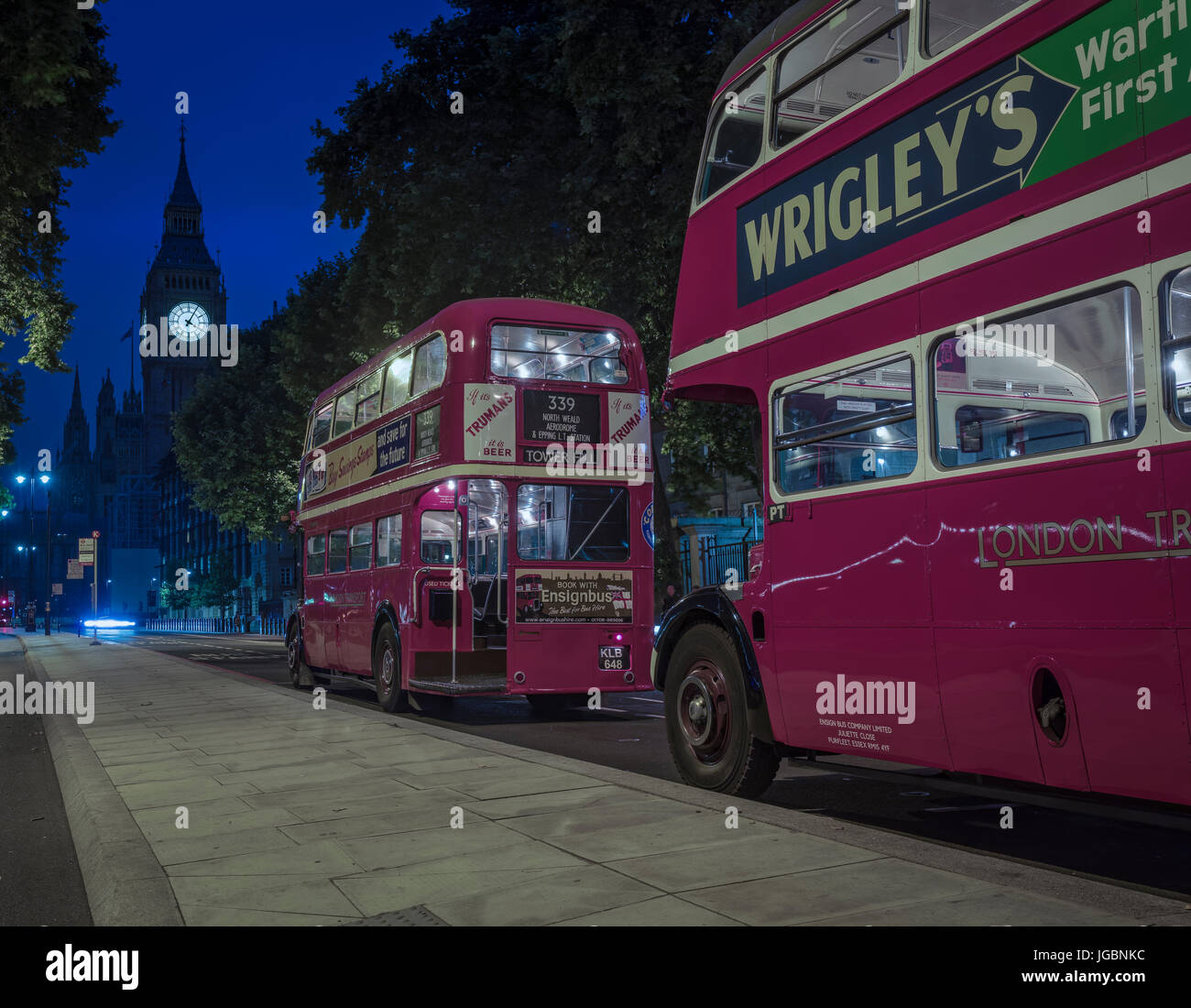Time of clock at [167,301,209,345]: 4:04
